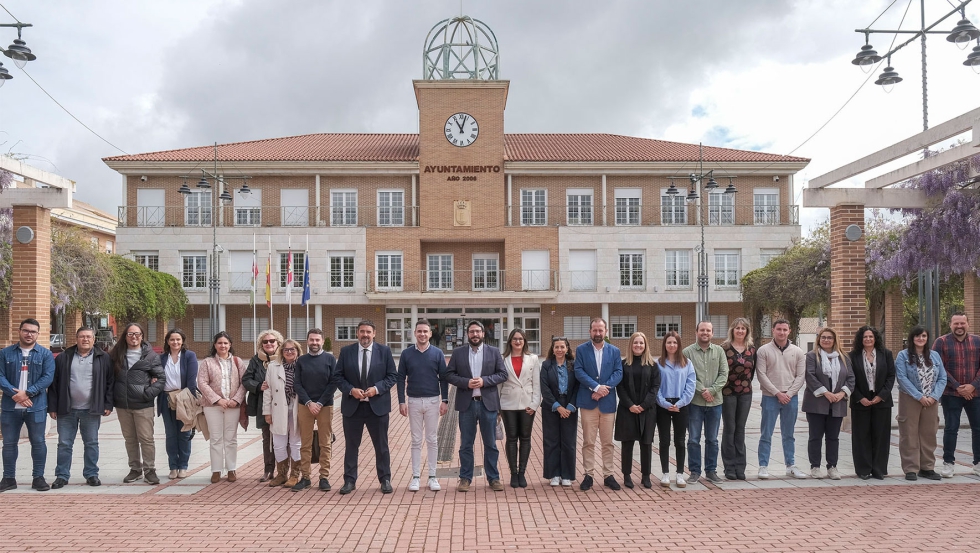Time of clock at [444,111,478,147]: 11:03
